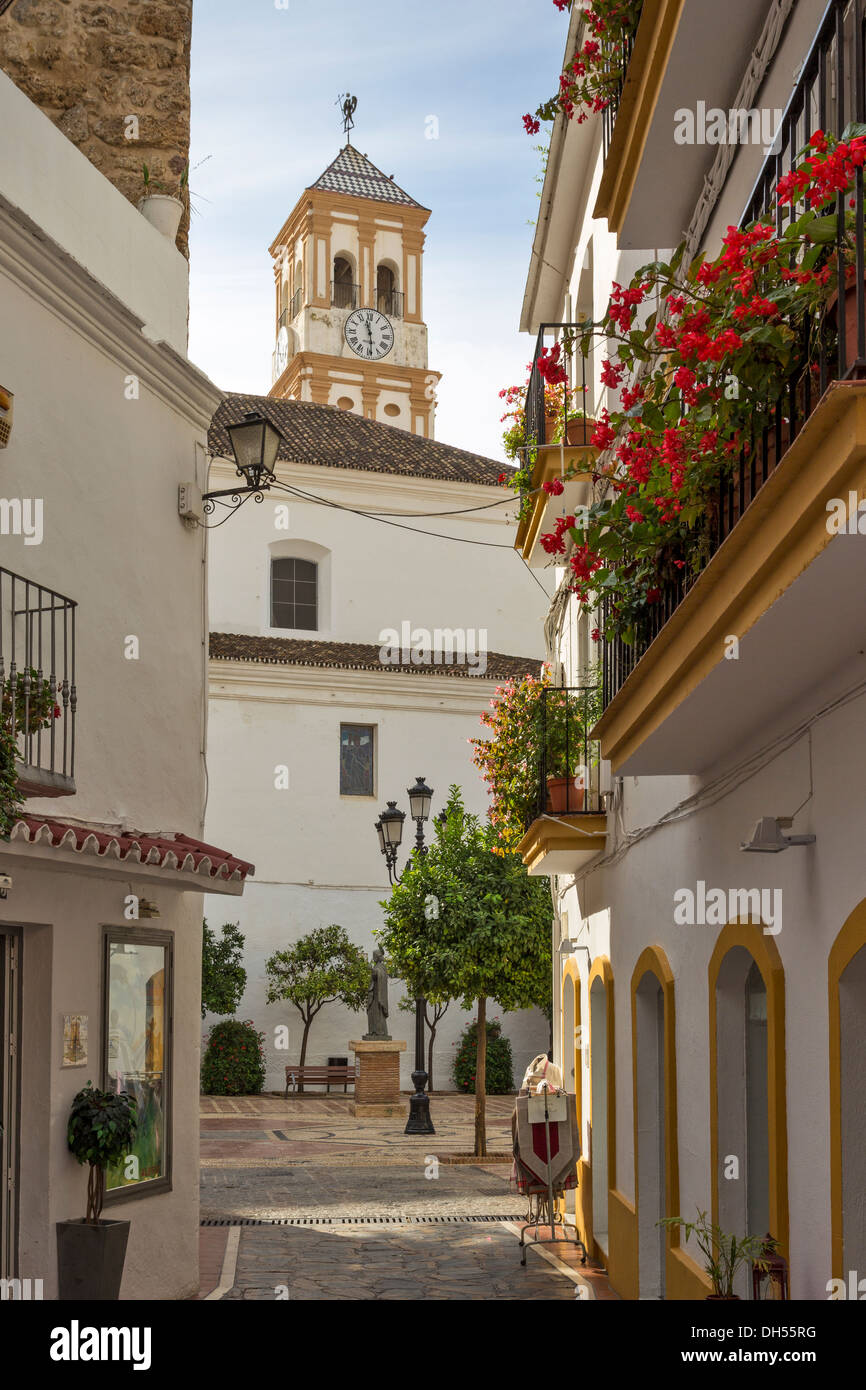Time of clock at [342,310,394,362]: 11:29
